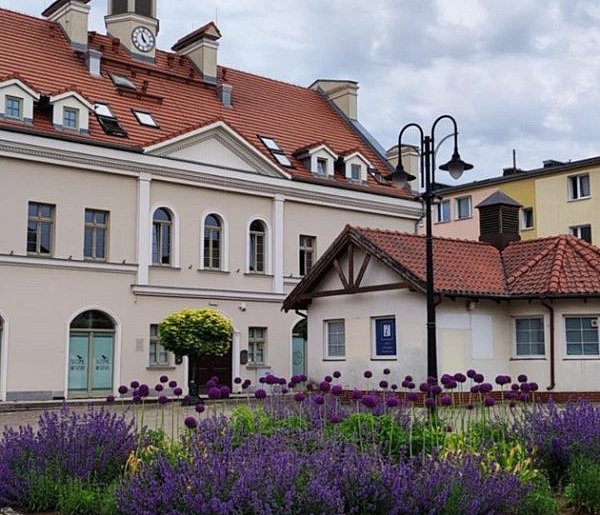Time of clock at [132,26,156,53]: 11:22
